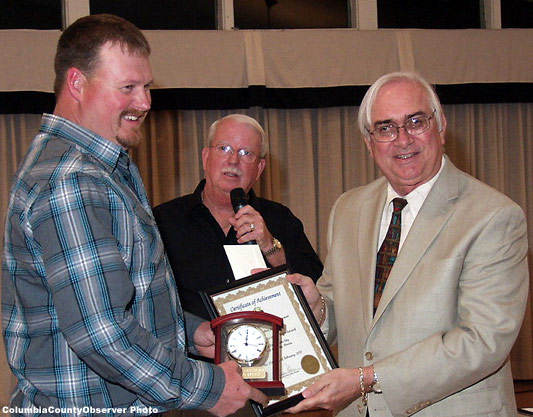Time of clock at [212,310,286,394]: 12:16
